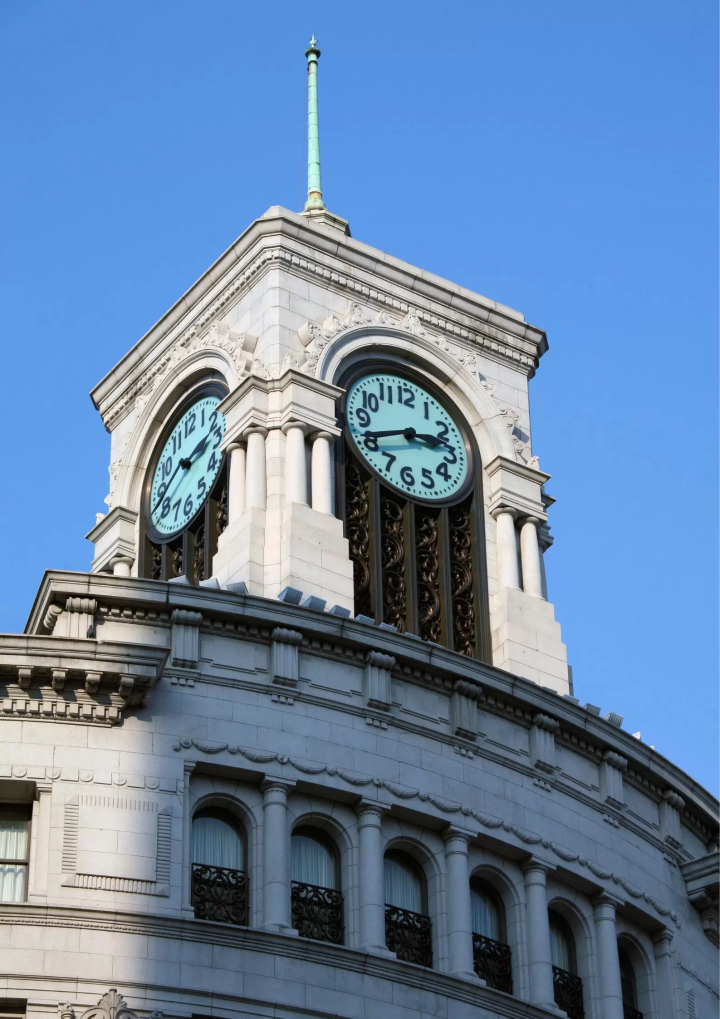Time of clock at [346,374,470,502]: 2:40
